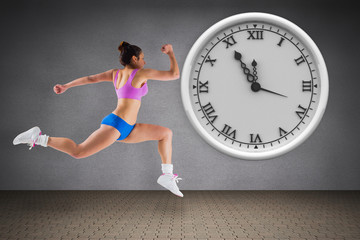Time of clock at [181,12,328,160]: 11:55
